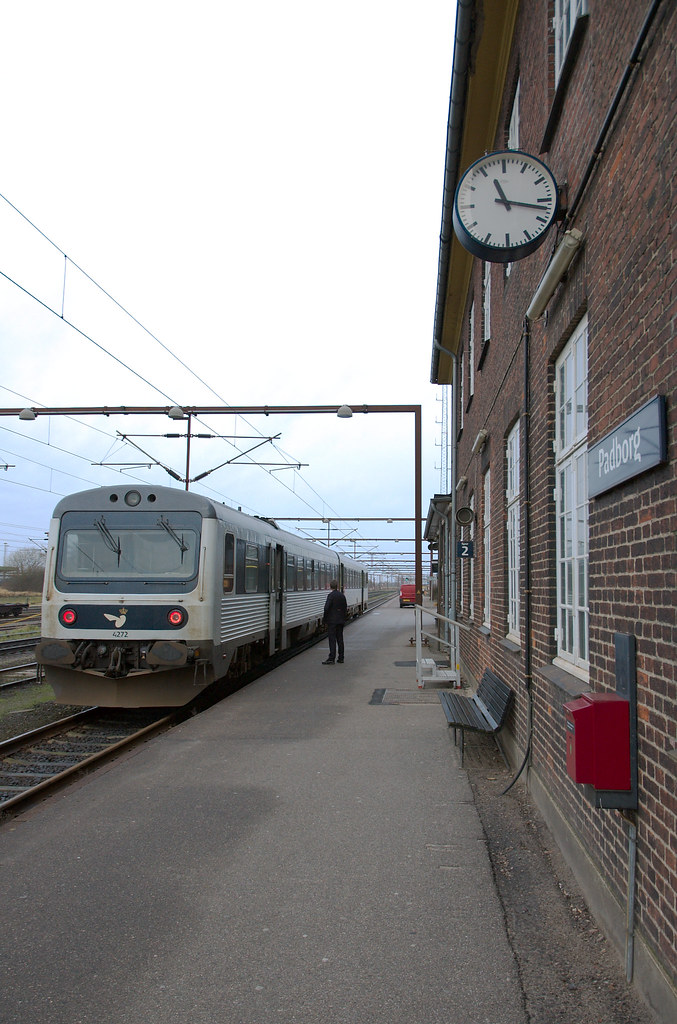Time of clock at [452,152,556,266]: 11:17
